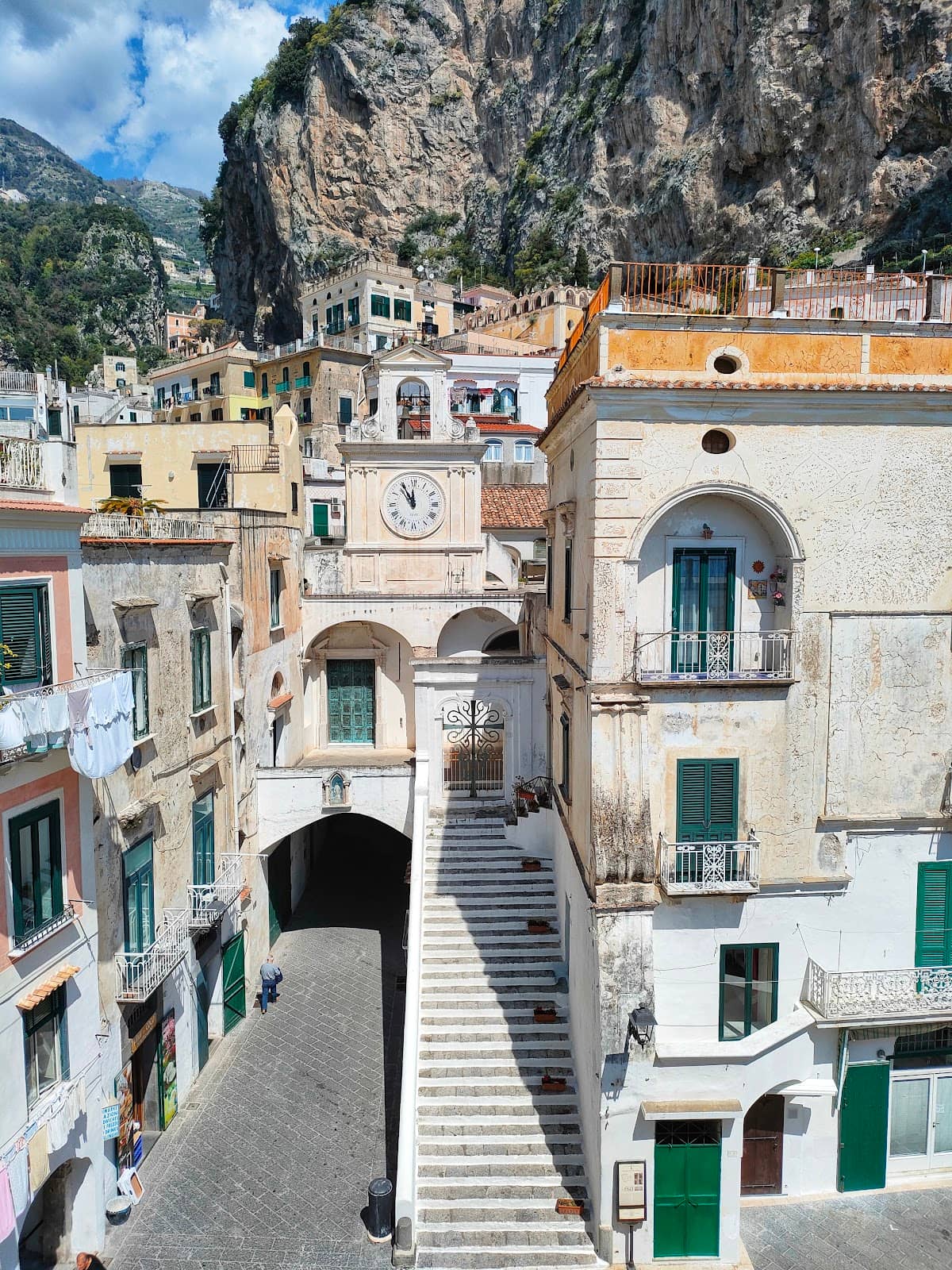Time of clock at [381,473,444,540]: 11:54
